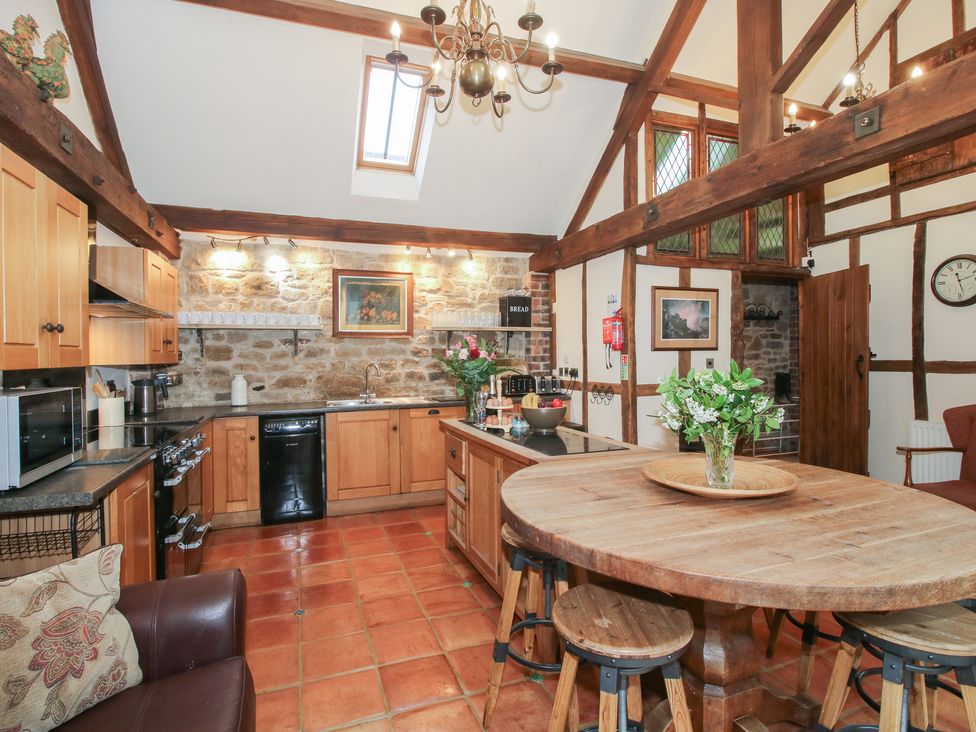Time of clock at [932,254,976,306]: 2:27
